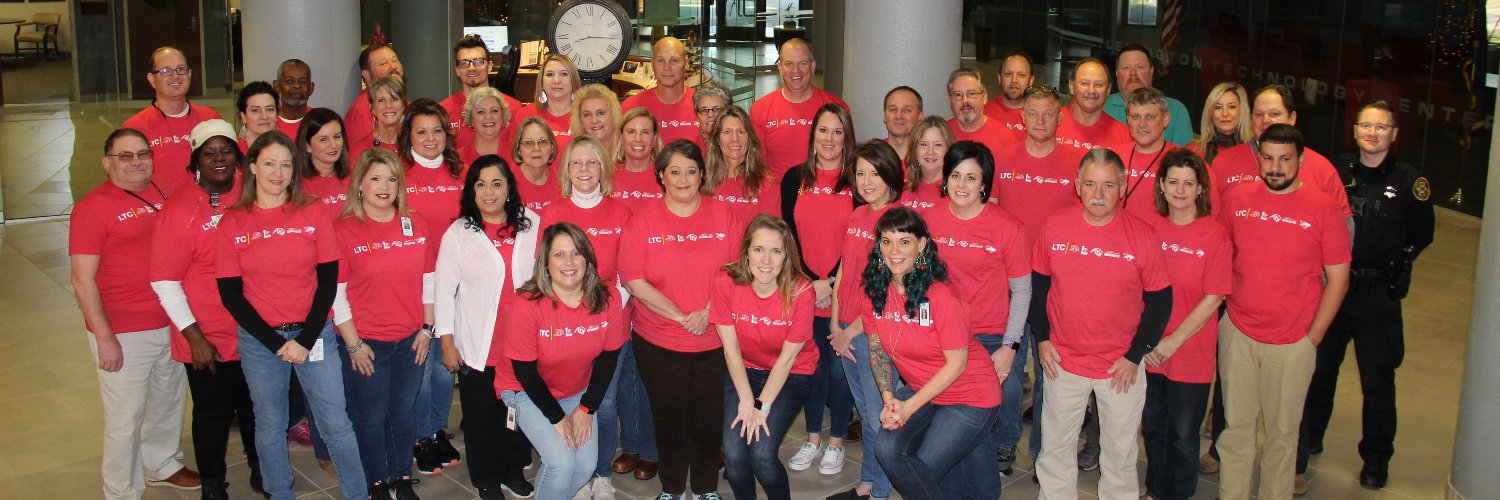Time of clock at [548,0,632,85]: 8:15
